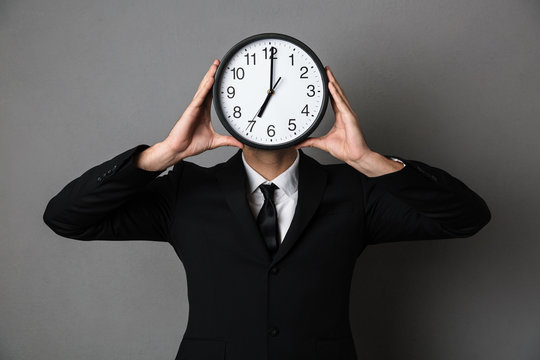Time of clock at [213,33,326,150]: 7:00
